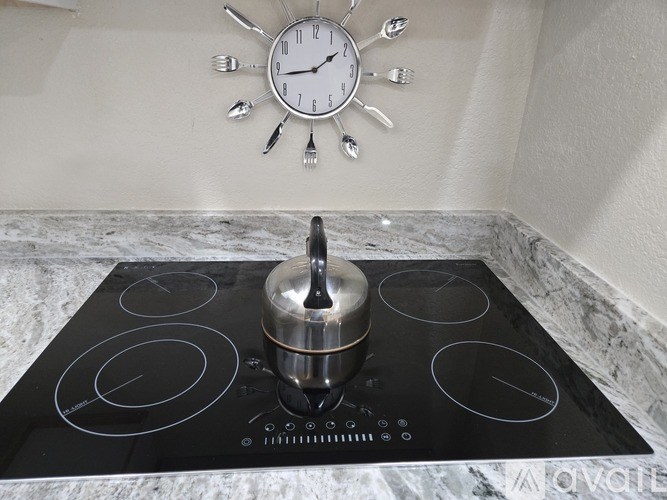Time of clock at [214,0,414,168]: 1:43
